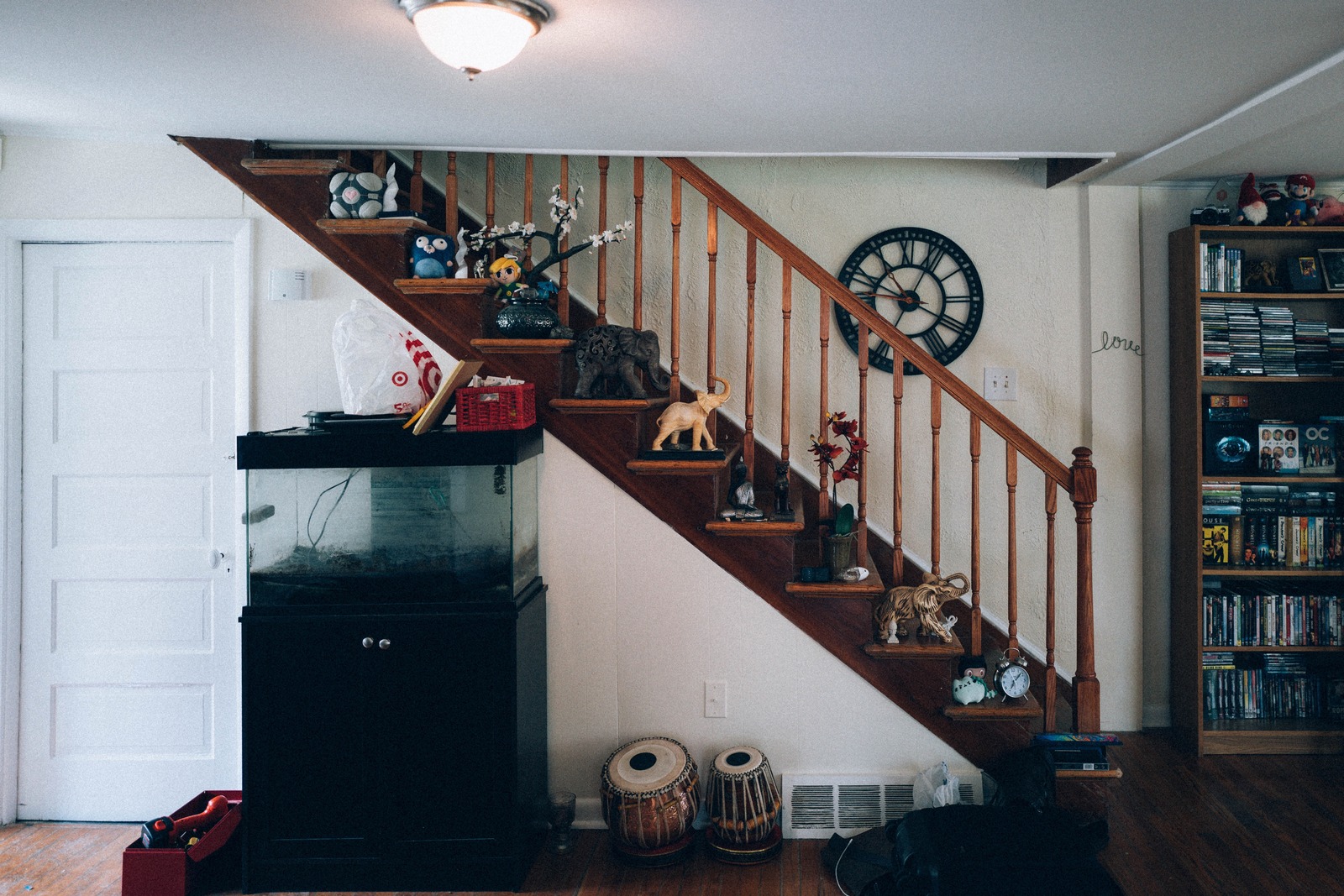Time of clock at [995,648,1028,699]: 7:07
